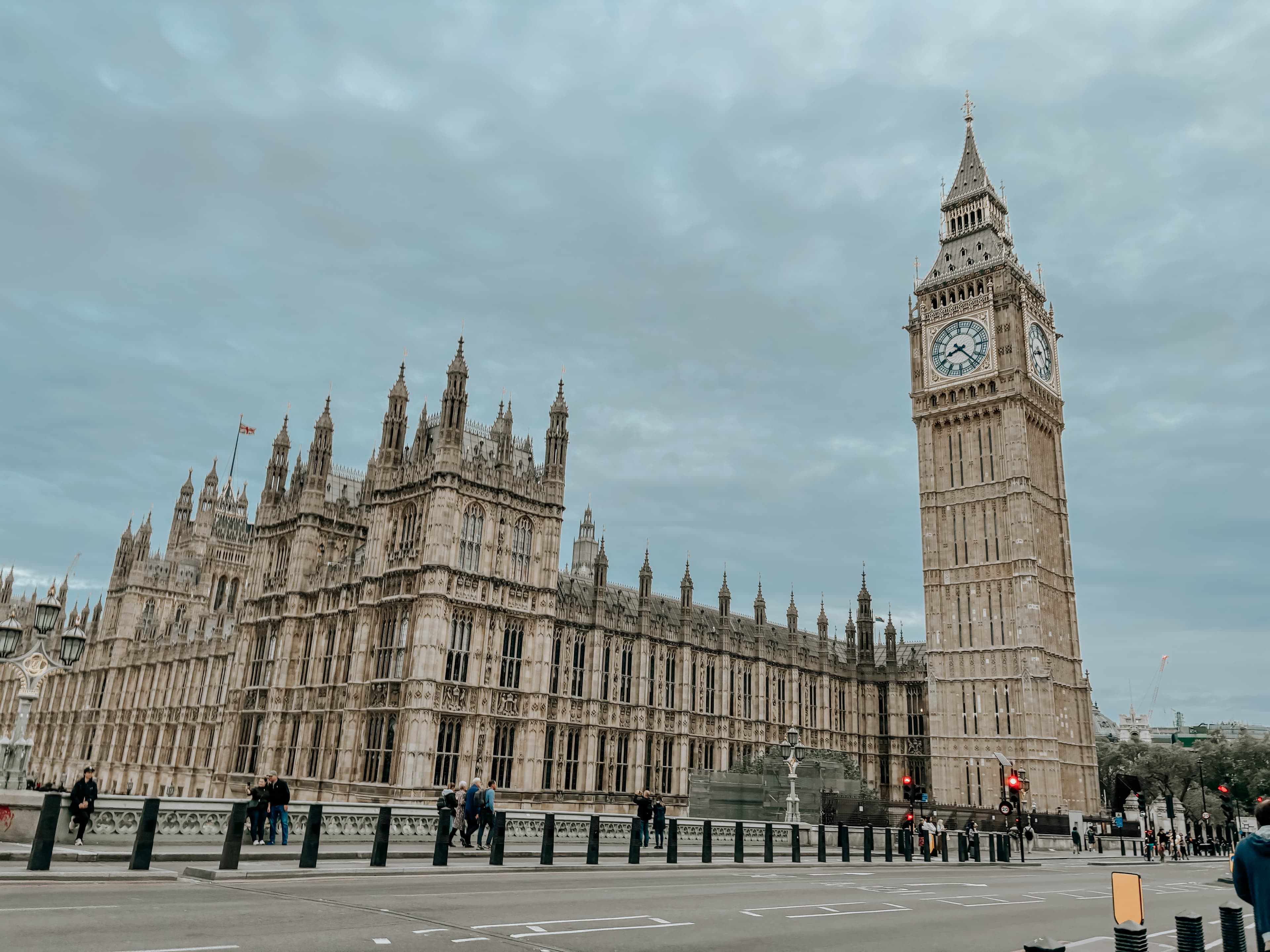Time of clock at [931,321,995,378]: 8:23
